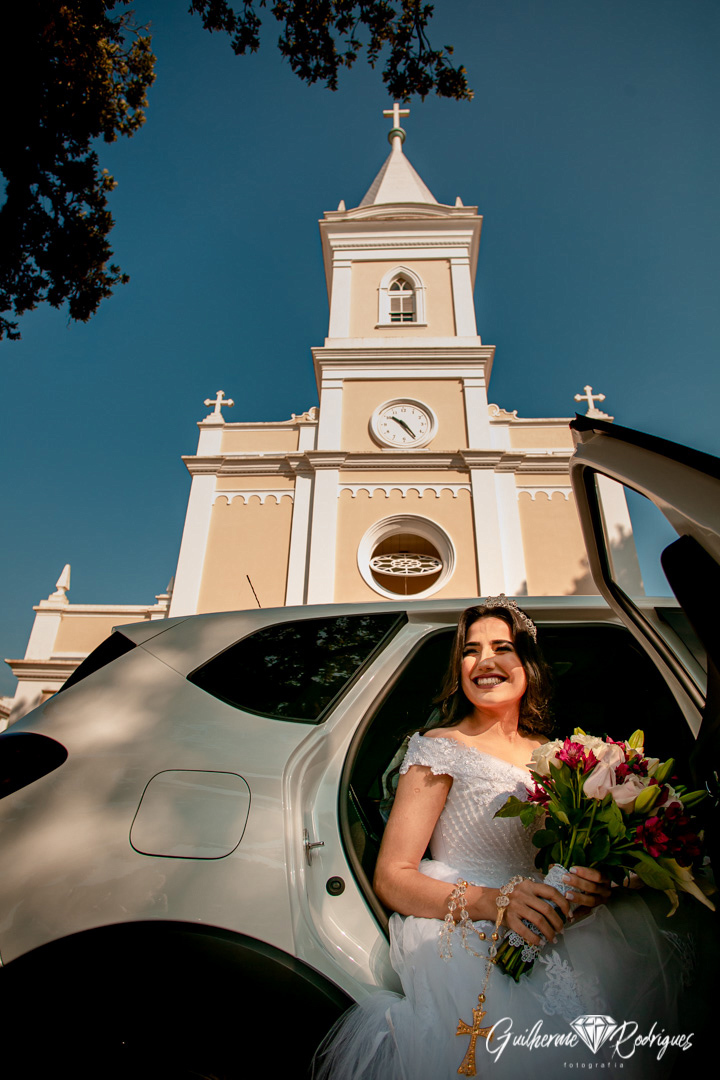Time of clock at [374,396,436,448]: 10:24
